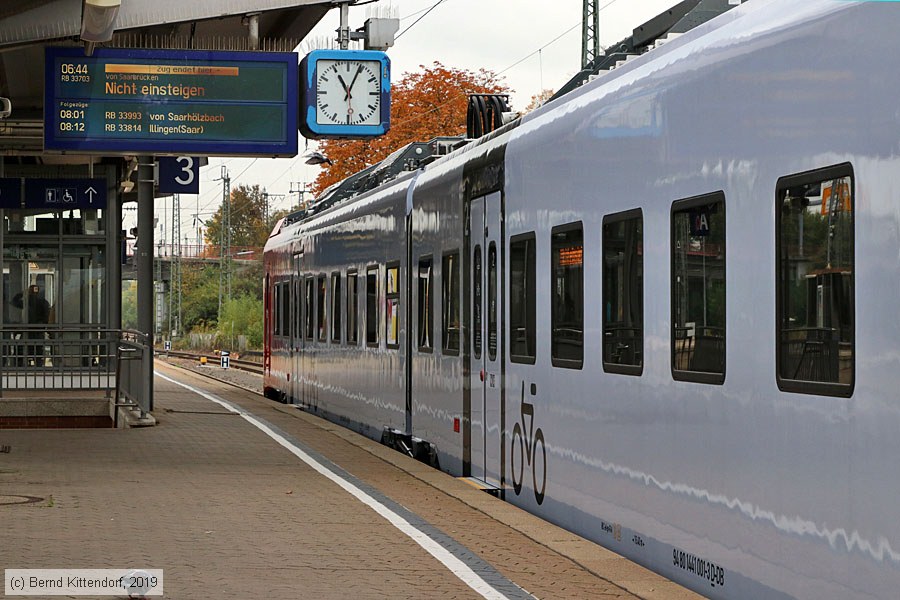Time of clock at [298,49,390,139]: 11:04
